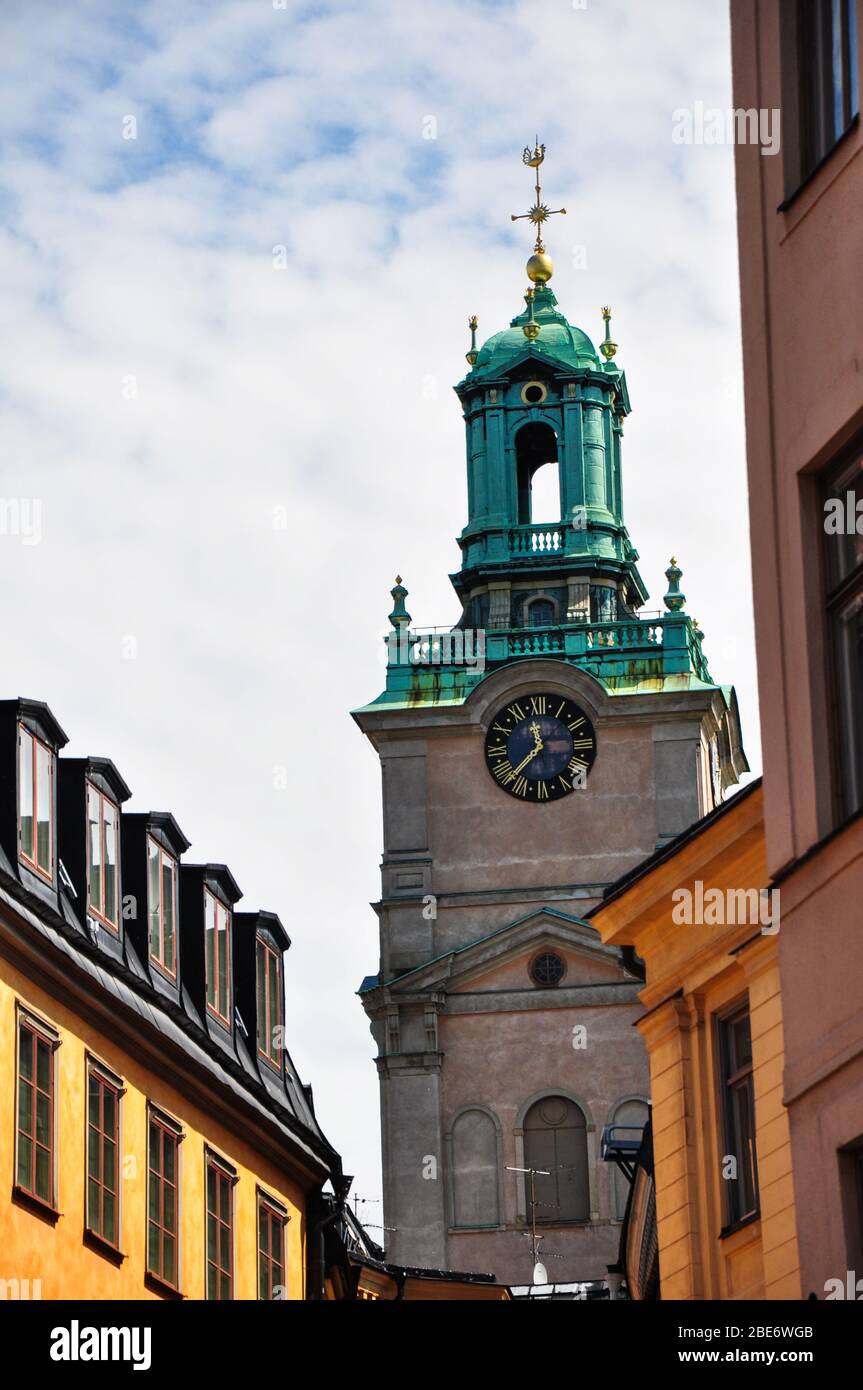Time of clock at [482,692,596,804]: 11:37
